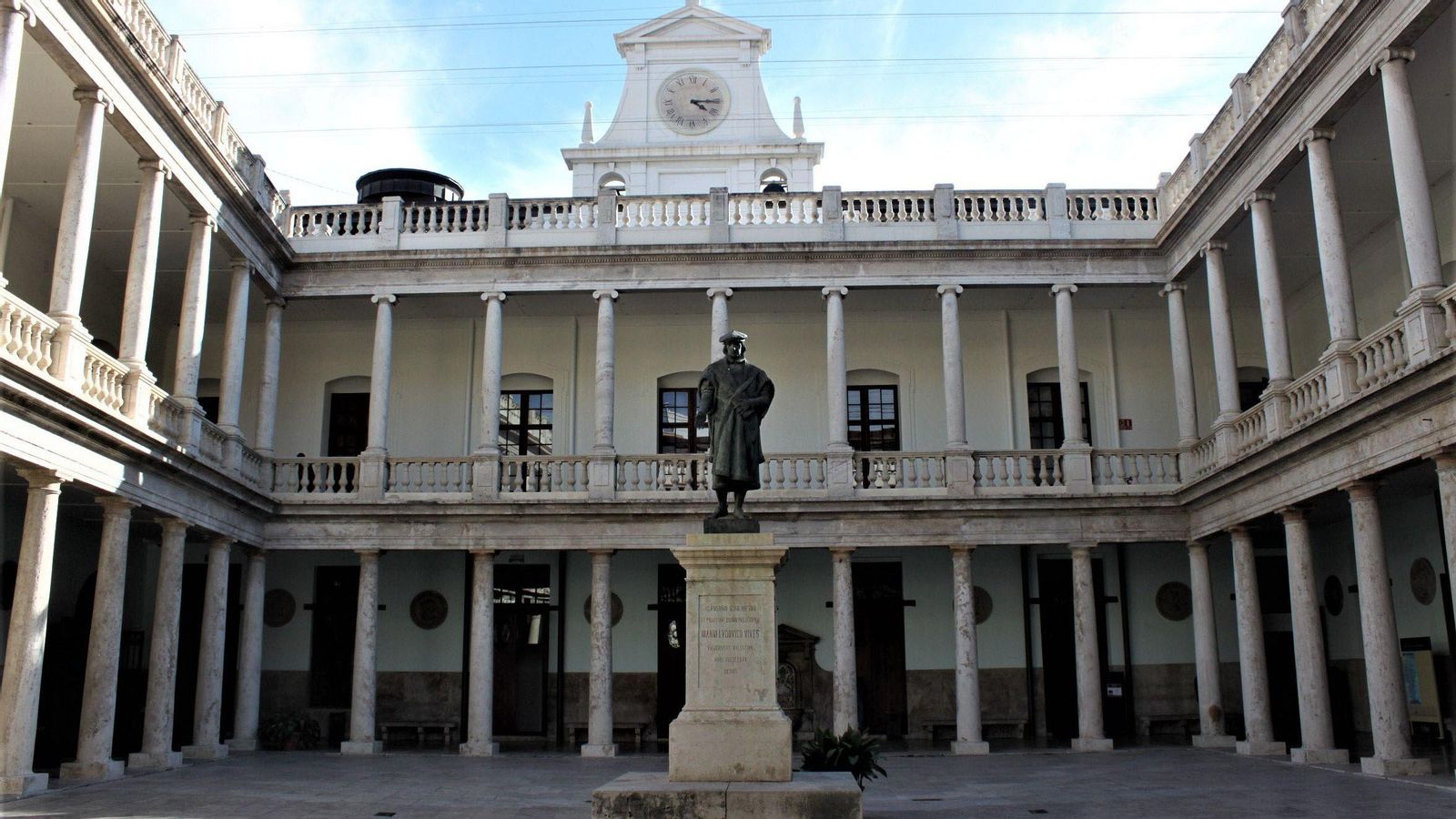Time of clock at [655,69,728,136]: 4:15
